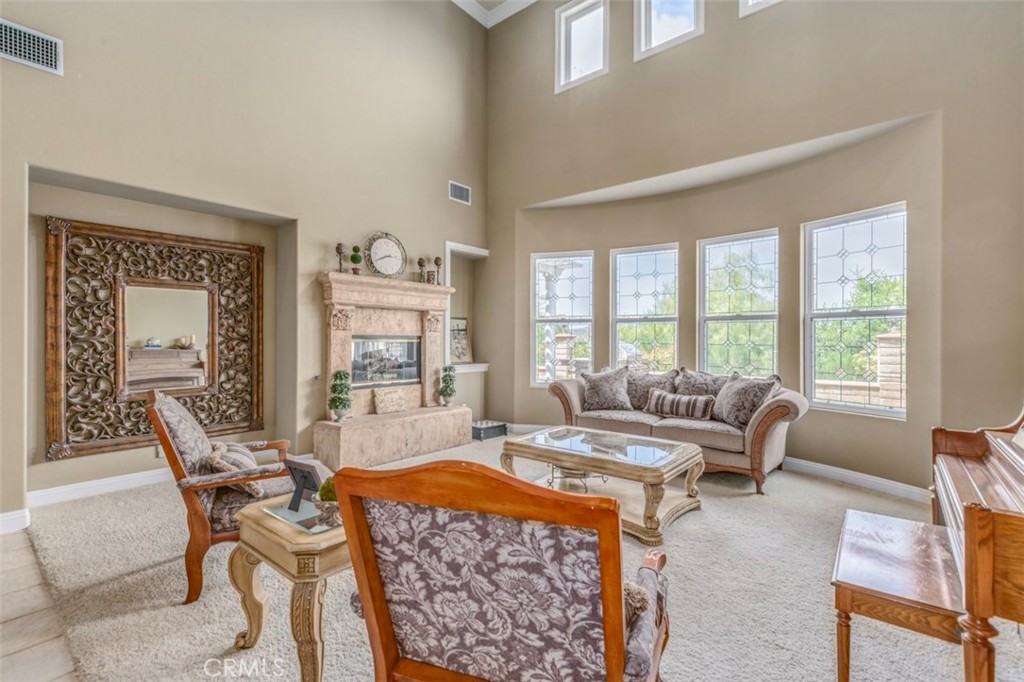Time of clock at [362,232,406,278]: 2:40
